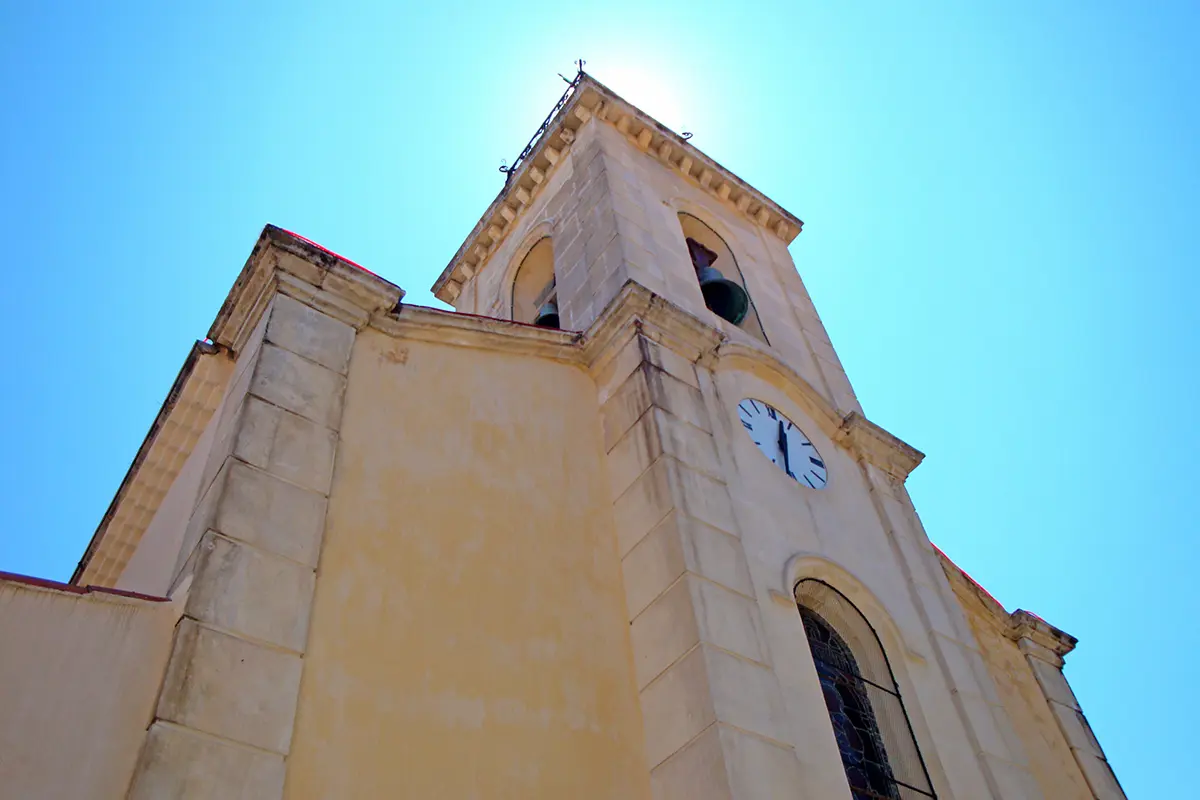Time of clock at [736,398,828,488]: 12:32
